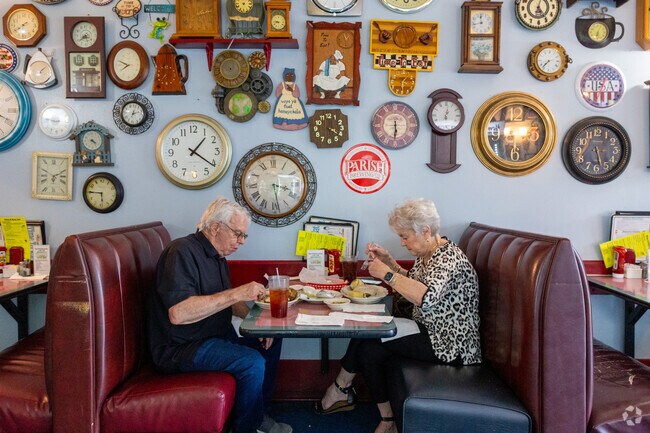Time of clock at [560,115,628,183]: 5:27
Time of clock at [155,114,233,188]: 1:20
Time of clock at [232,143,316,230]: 3:28
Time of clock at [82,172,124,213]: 5:45
